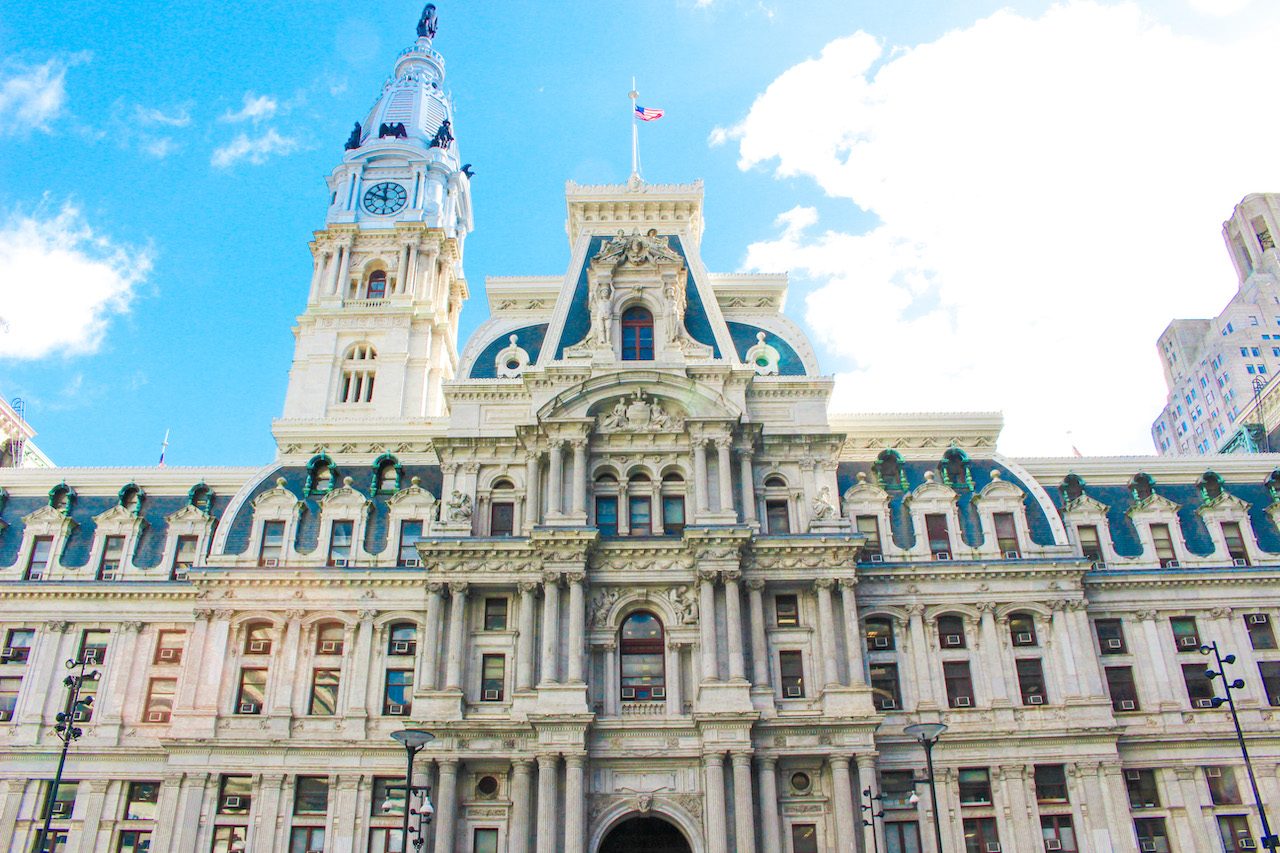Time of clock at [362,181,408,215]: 11:48
